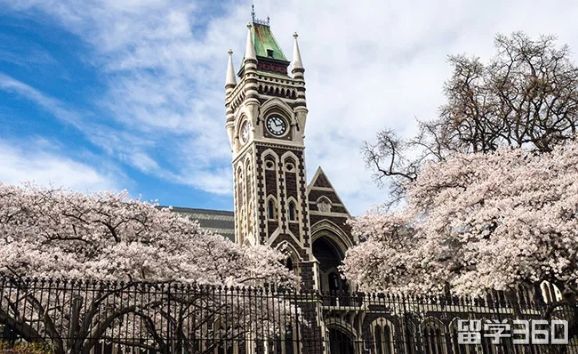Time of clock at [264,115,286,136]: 11:12
